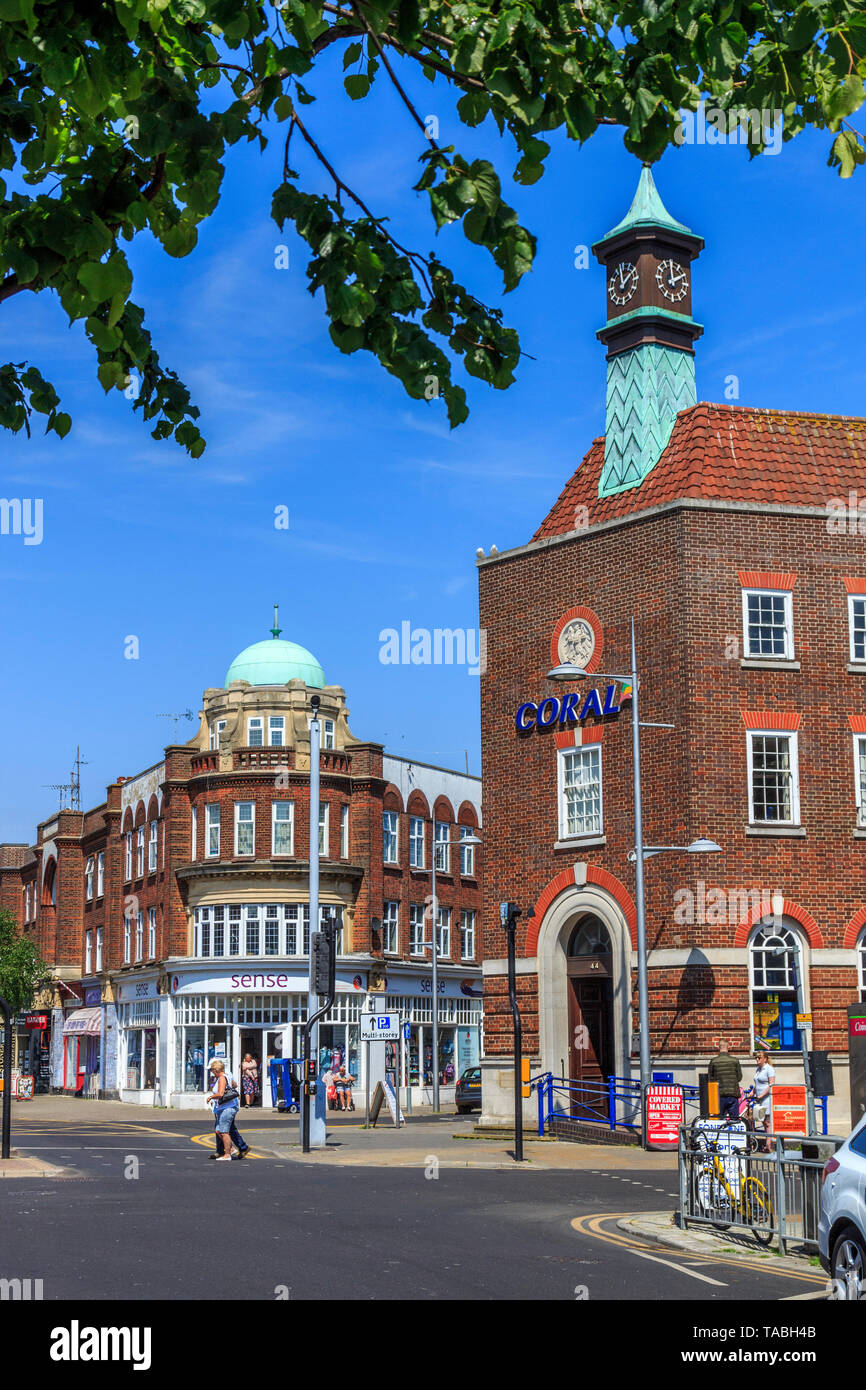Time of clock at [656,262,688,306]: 1:59
